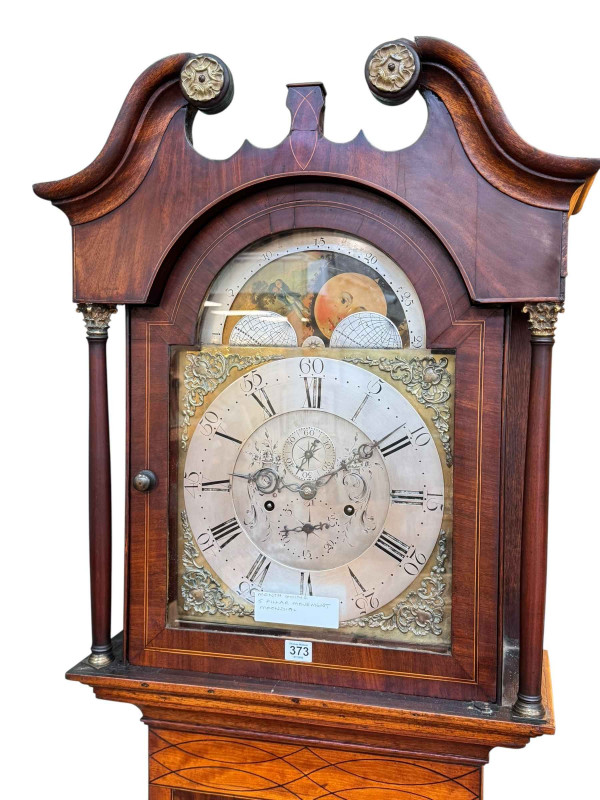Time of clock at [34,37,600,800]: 8:09
